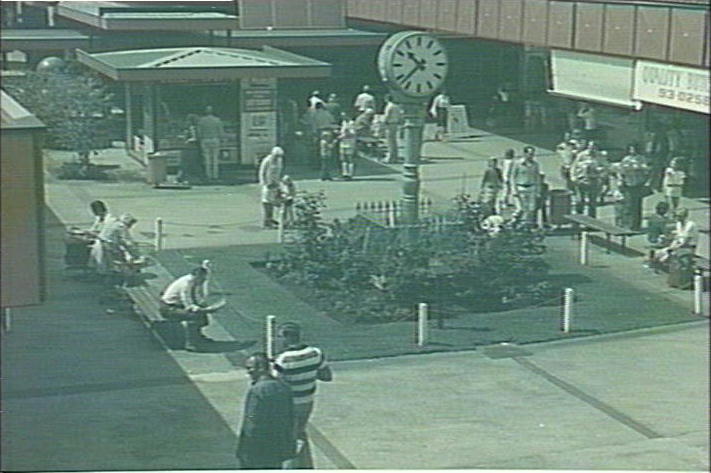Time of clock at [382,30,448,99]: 10:37
